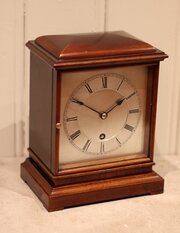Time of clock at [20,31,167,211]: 1:50
